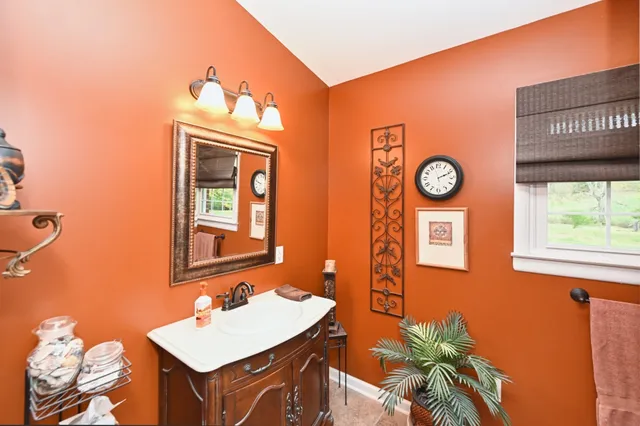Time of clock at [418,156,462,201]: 2:11
